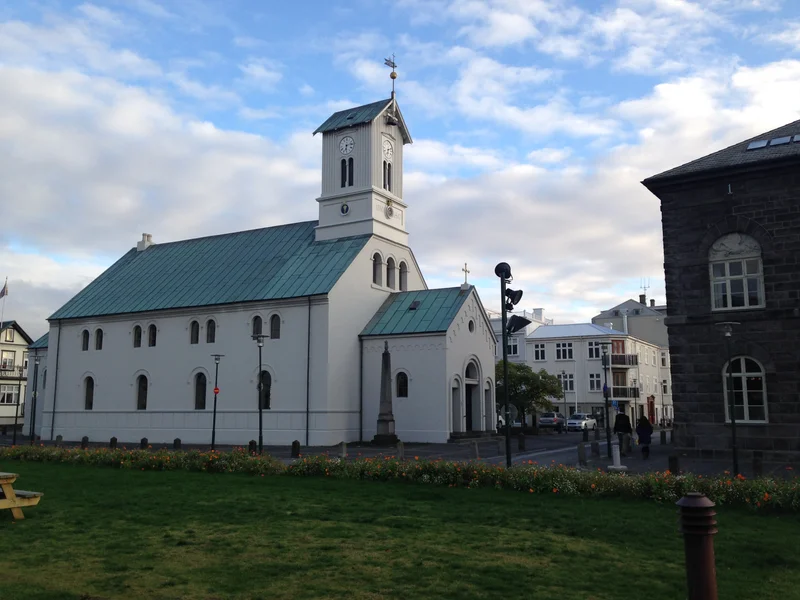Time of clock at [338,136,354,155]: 6:13
